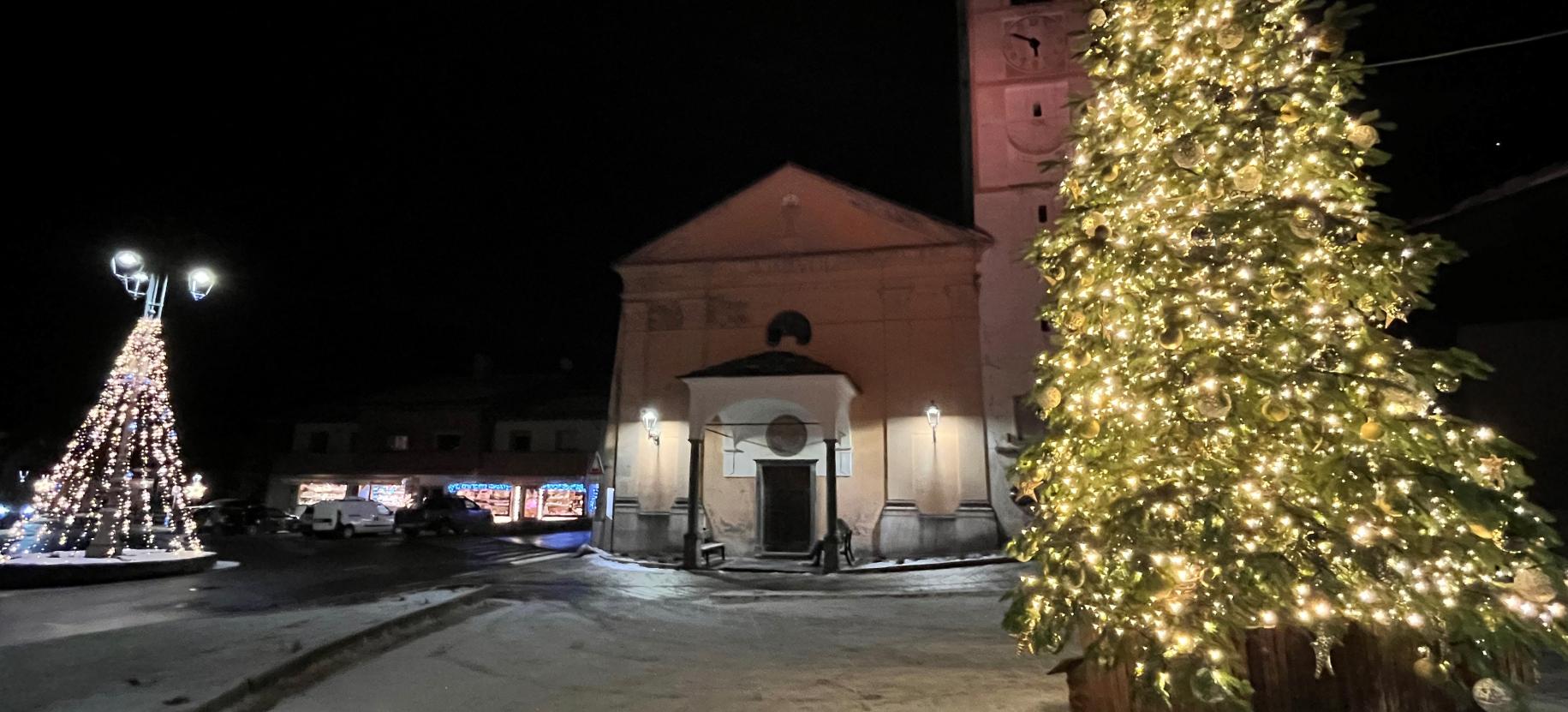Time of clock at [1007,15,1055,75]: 5:49
